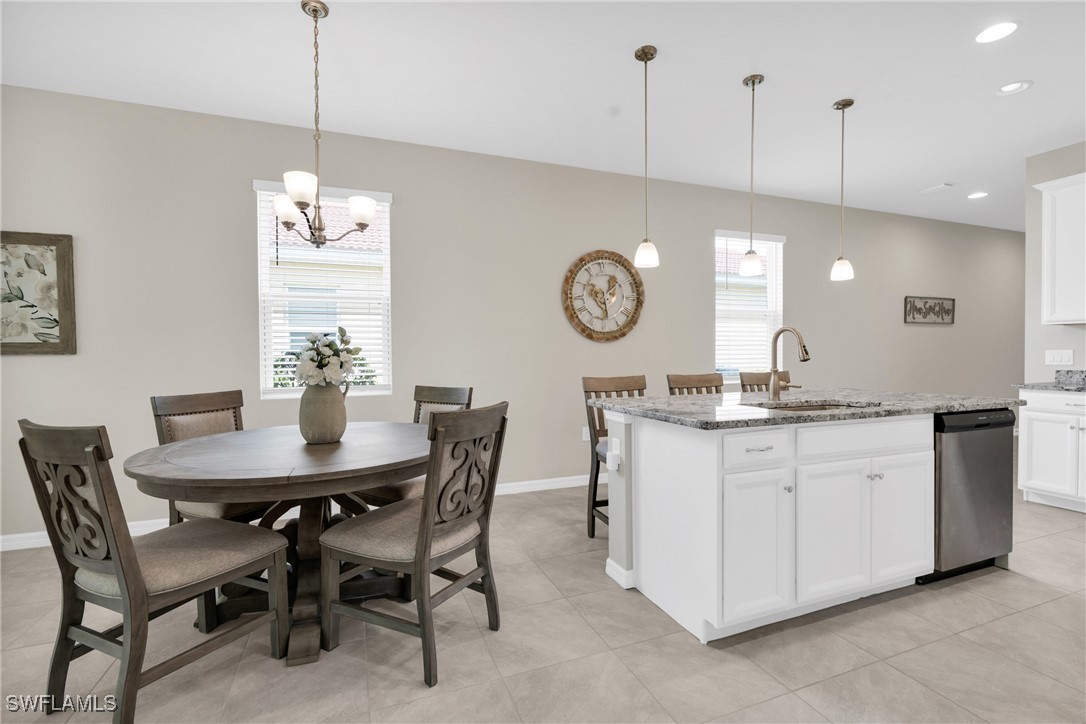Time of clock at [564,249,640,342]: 1:28
